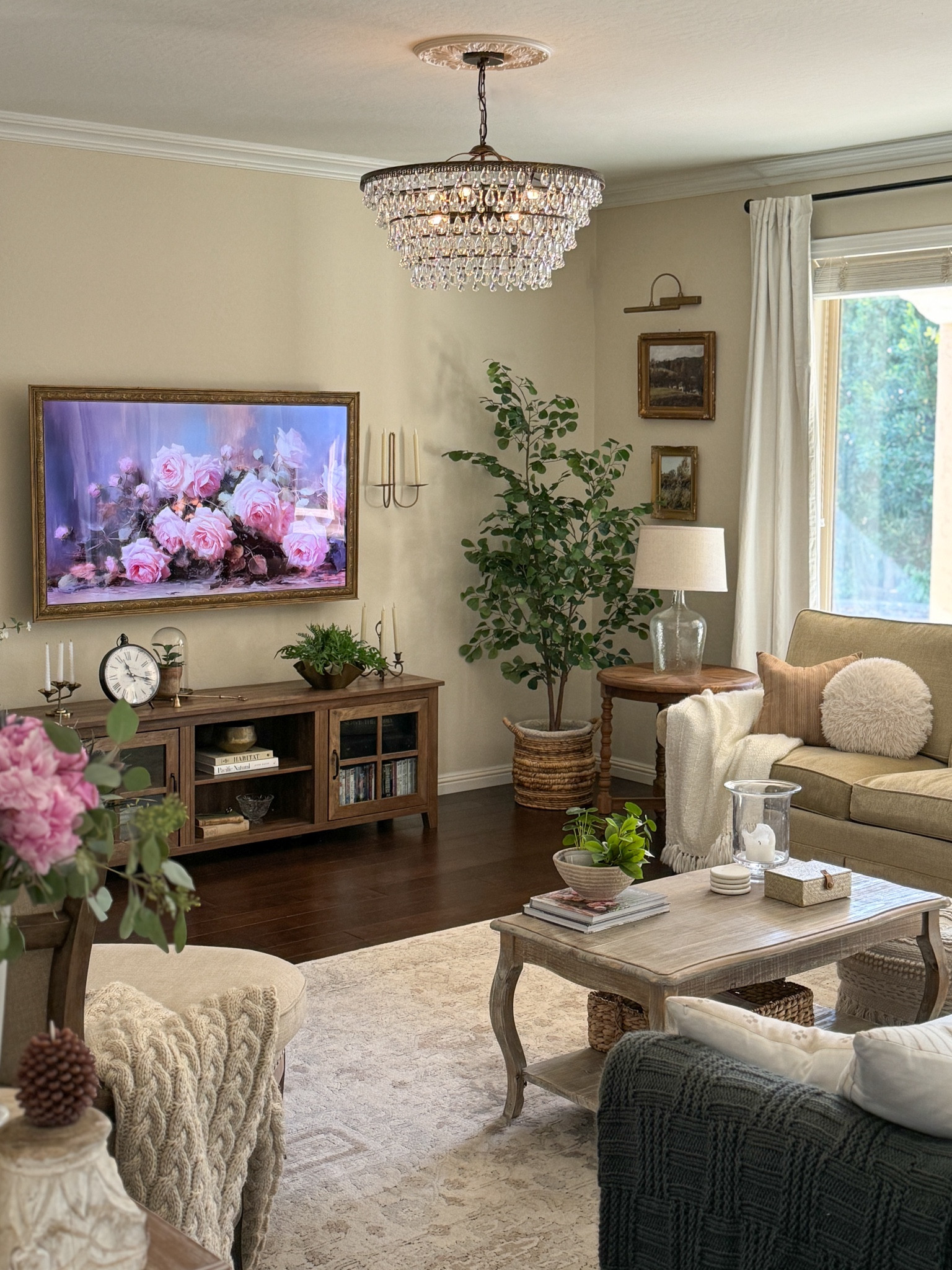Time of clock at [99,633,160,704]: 11:17
